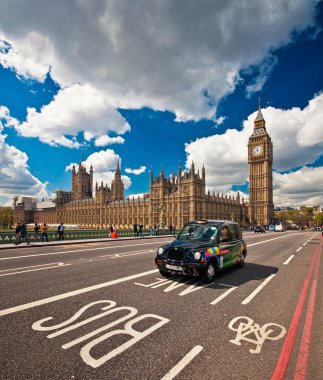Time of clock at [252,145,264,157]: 11:40
